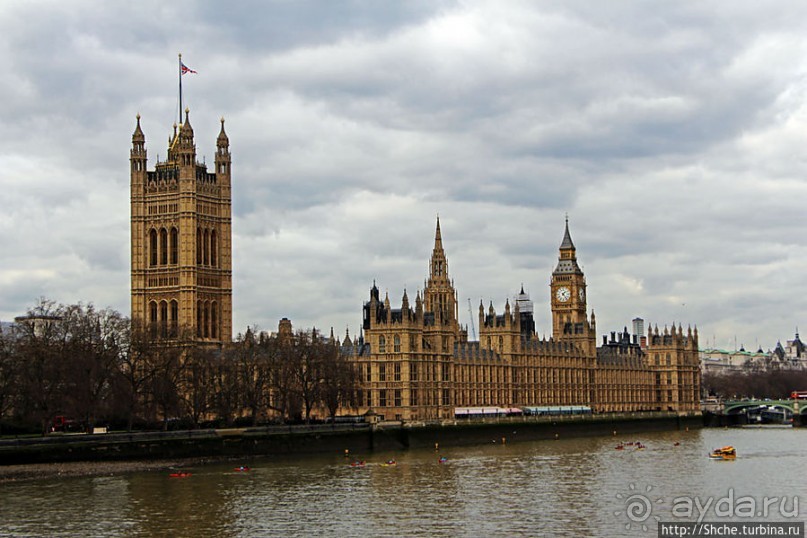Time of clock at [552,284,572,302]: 1:23
